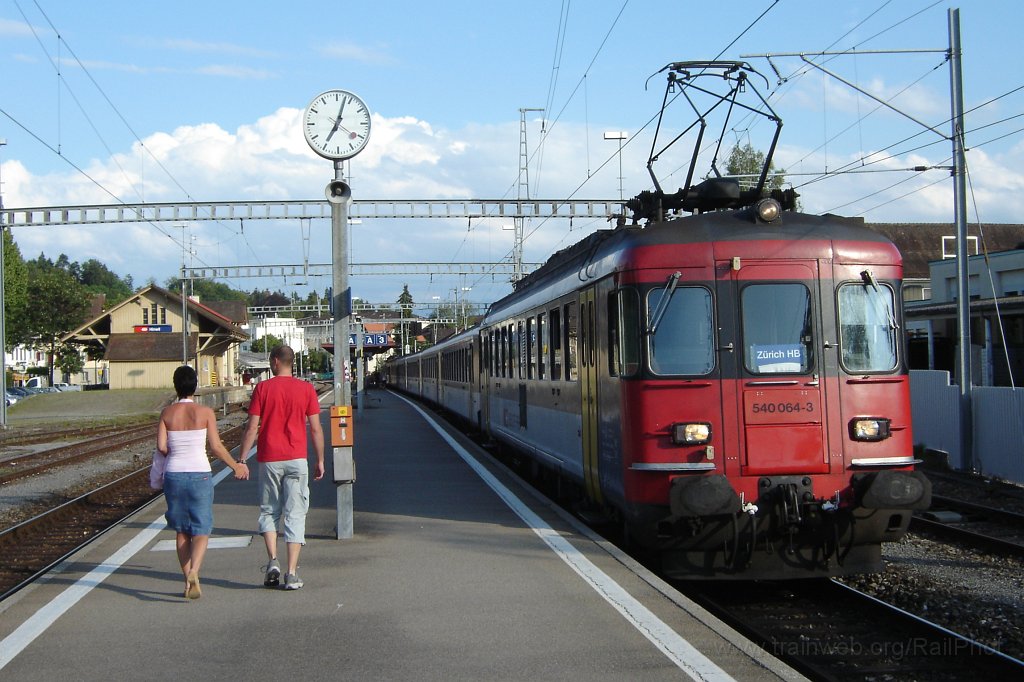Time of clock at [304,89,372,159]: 7:03
